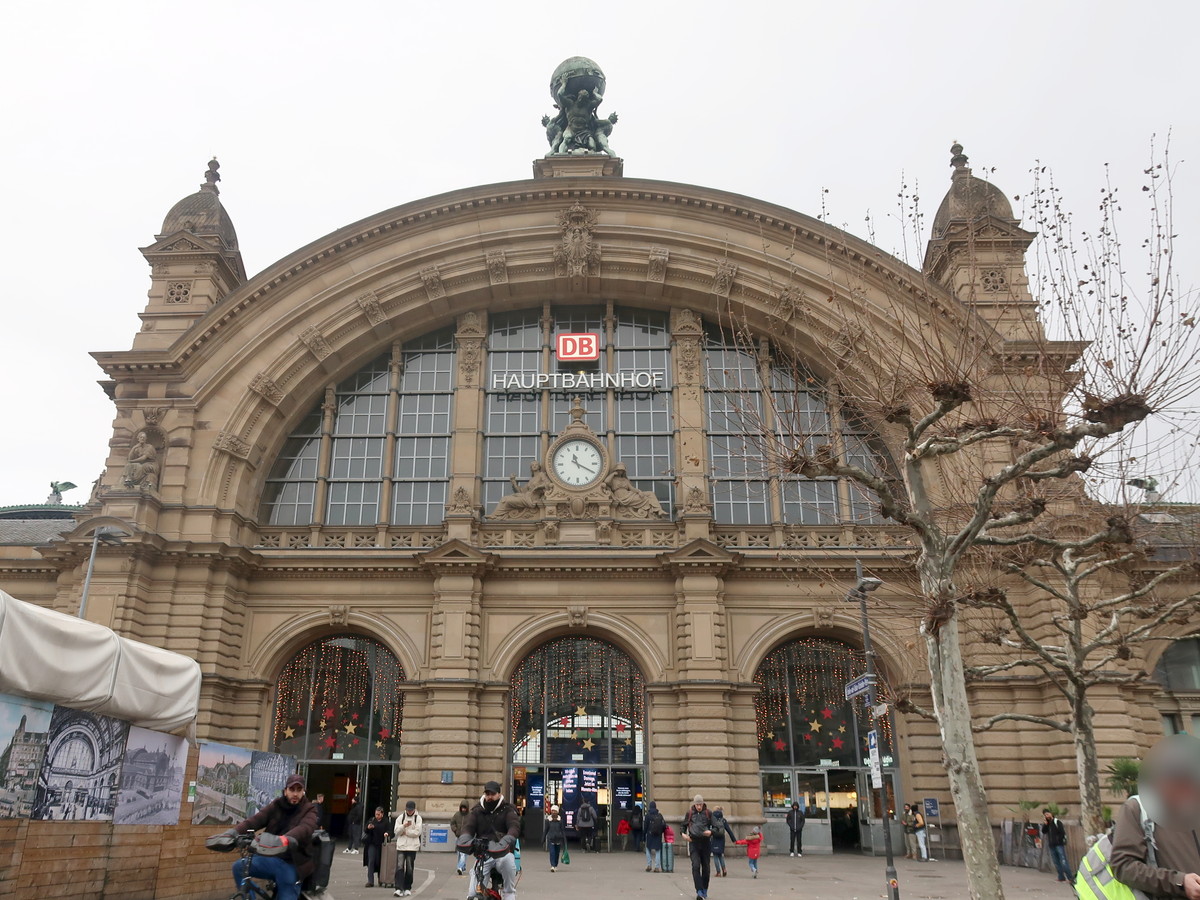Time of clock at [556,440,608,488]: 11:19
